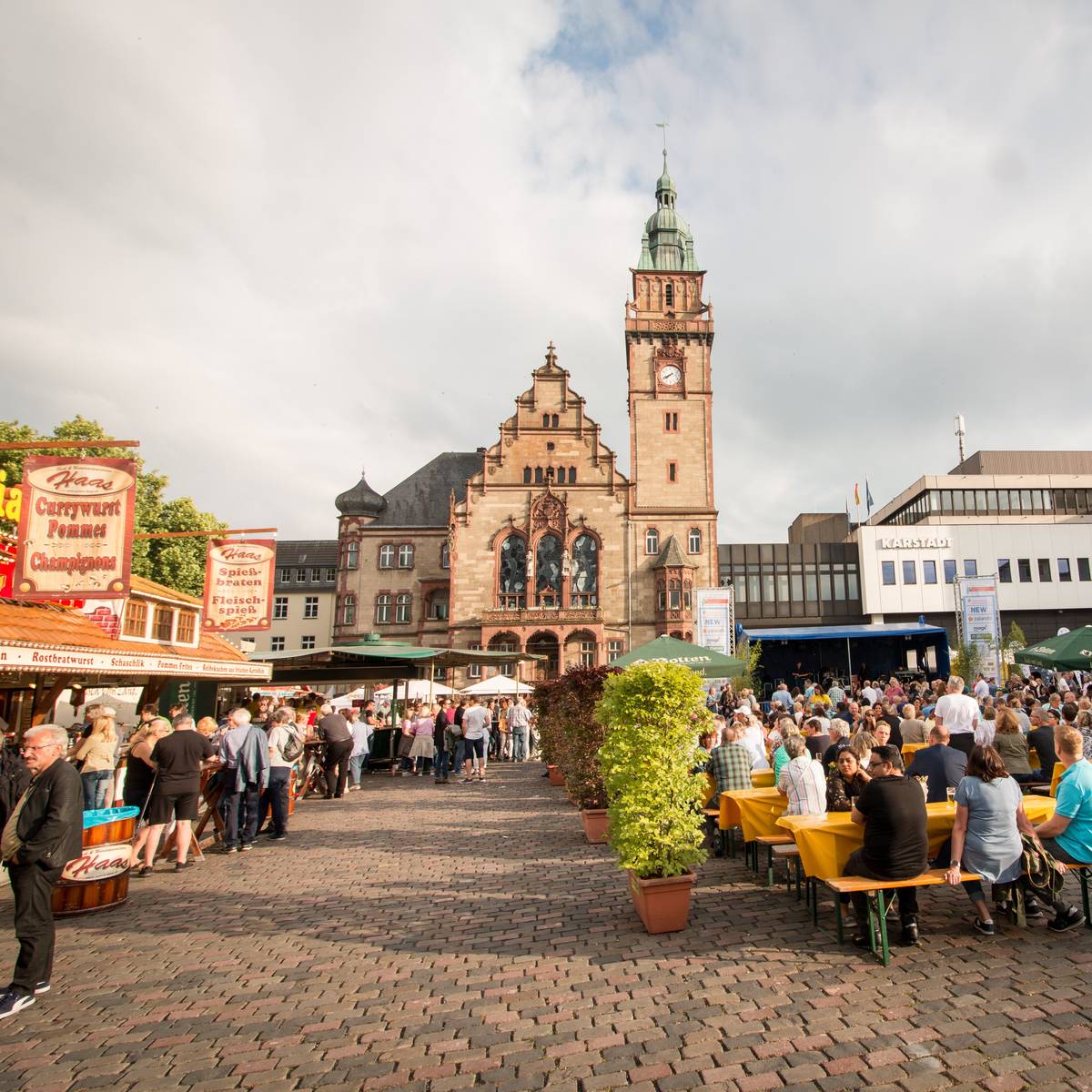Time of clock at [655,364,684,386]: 7:40
